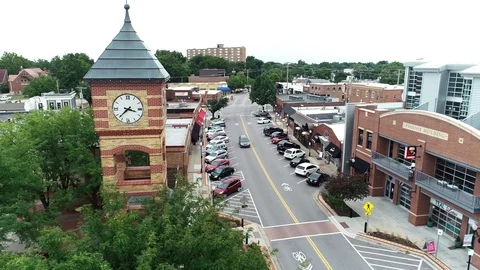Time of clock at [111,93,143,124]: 3:37
